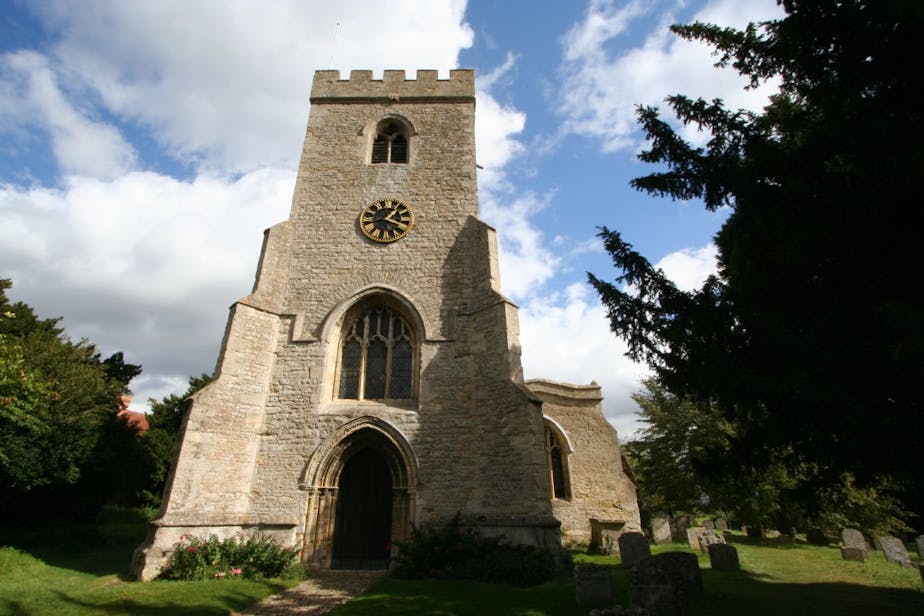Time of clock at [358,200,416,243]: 1:18
